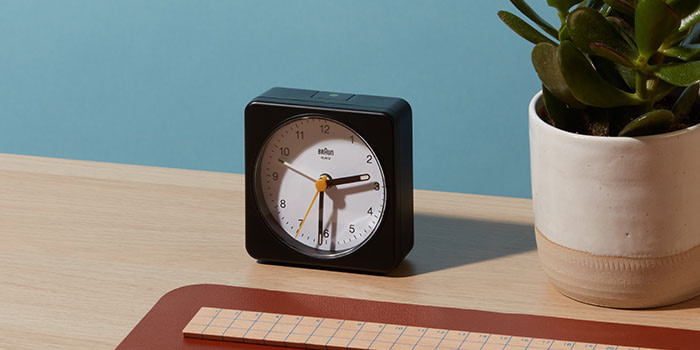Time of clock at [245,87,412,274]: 2:30
